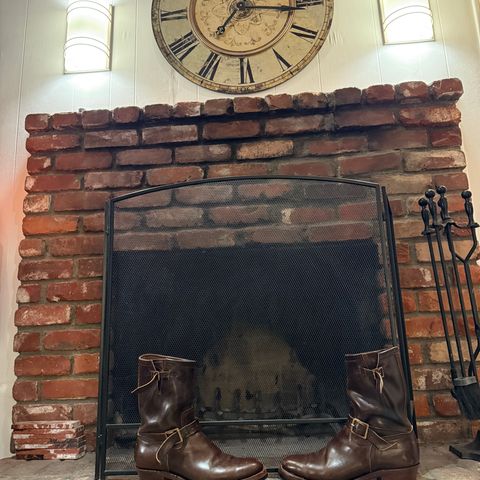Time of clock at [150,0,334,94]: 7:15
